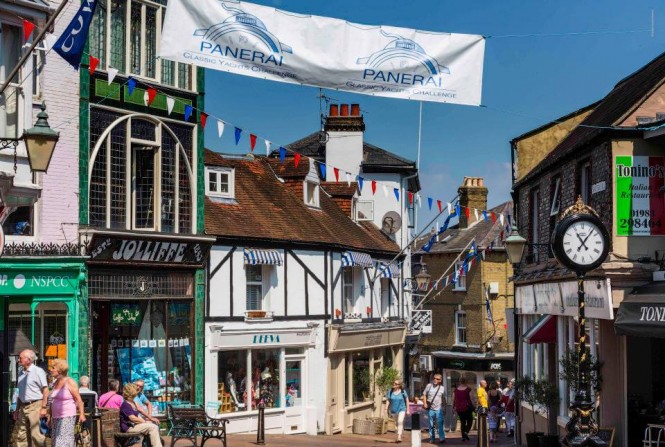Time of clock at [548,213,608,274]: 11:06
